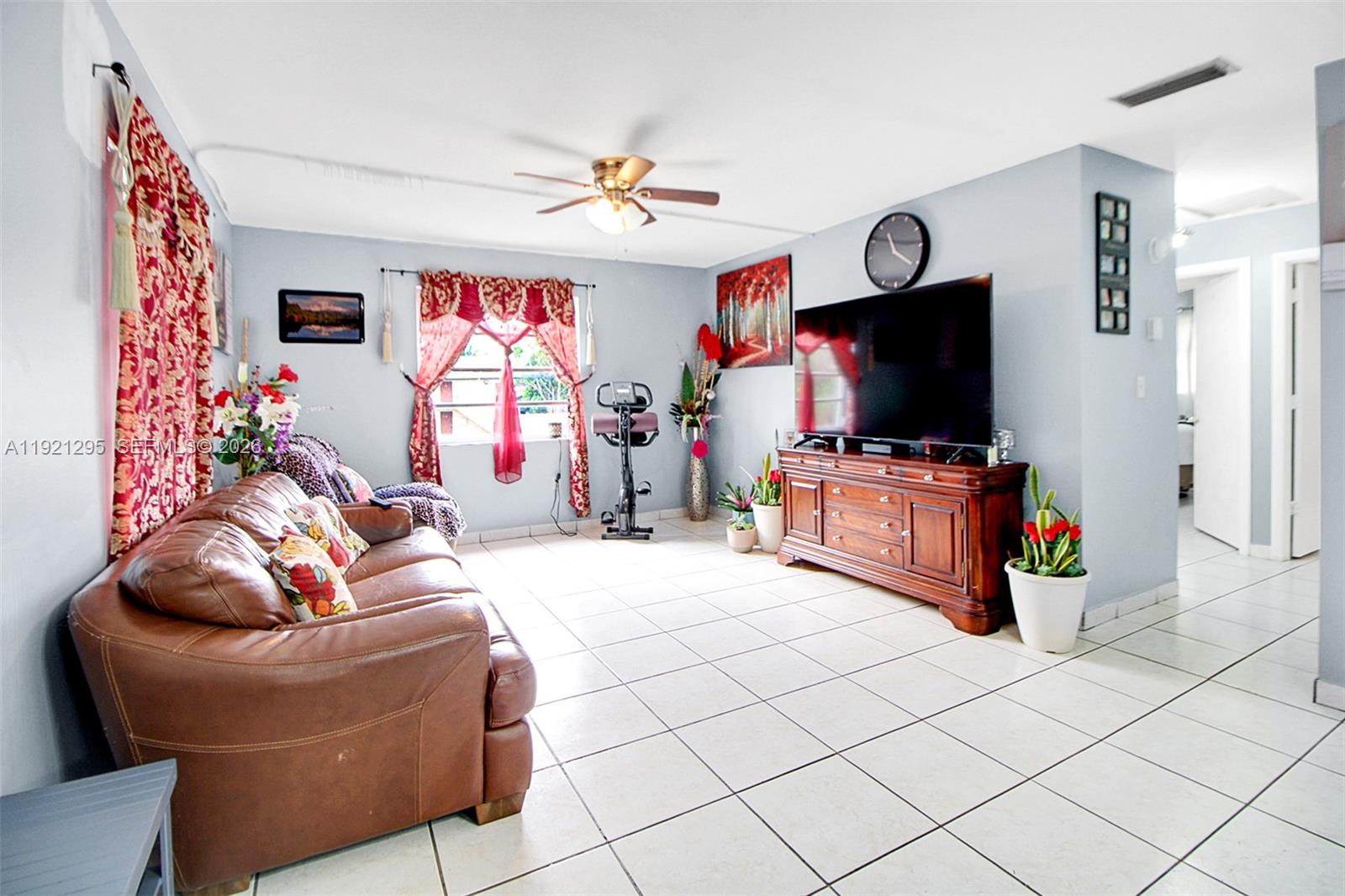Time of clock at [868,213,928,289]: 11:21
